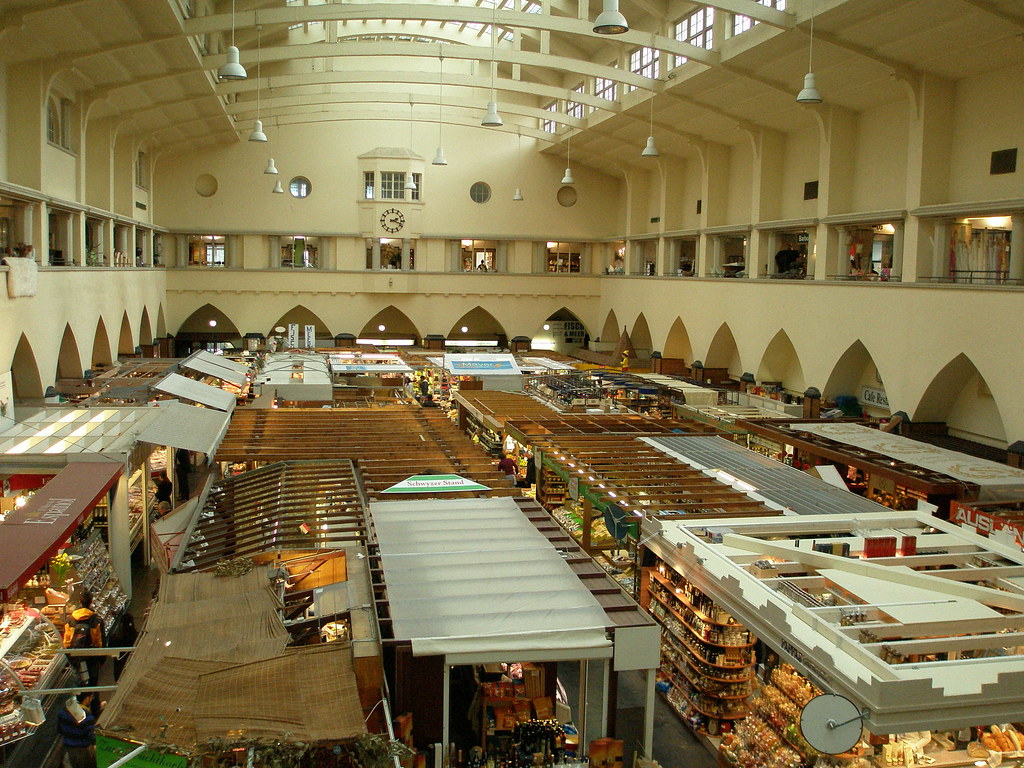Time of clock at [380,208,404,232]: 2:18
